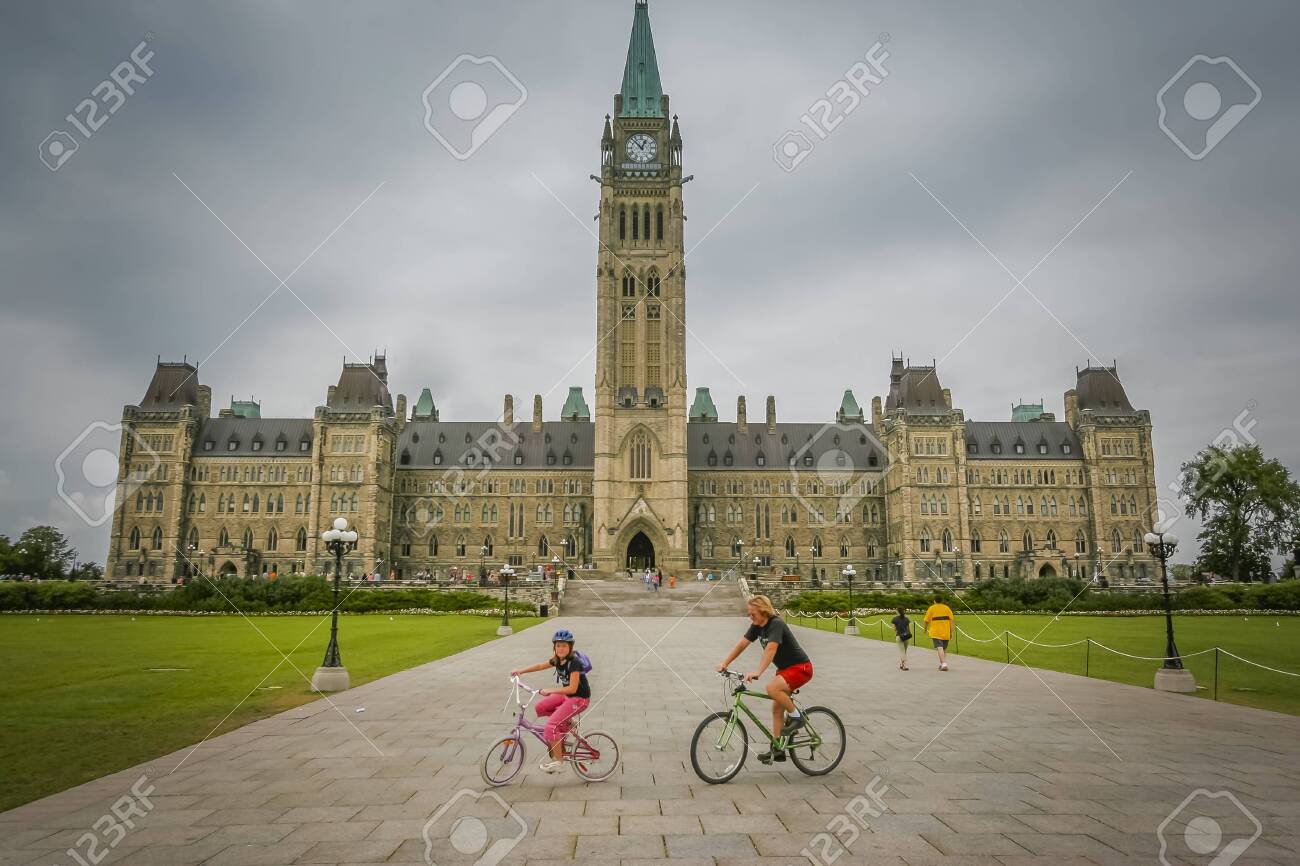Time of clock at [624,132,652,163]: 12:52
